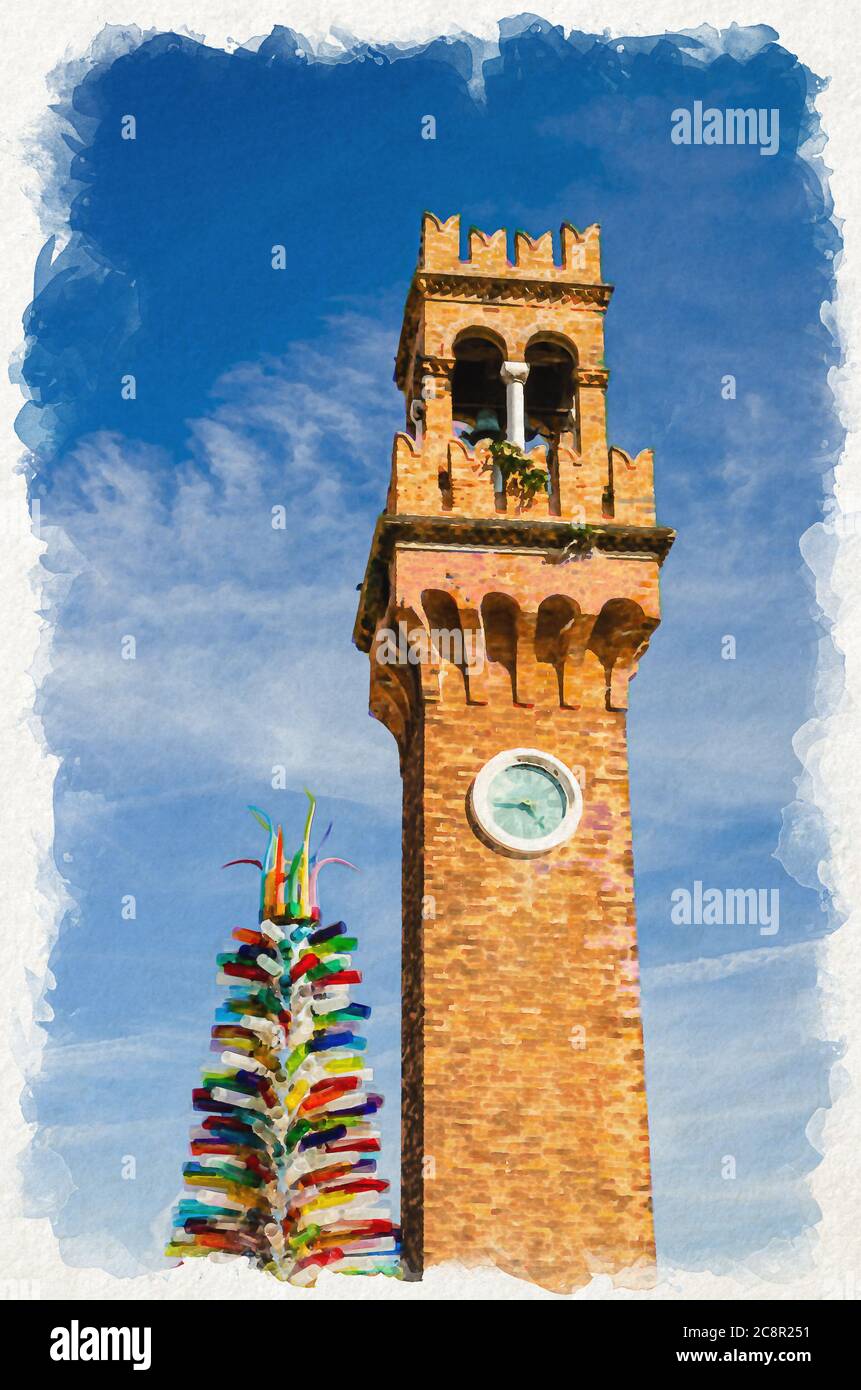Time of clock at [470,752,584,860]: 4:44
